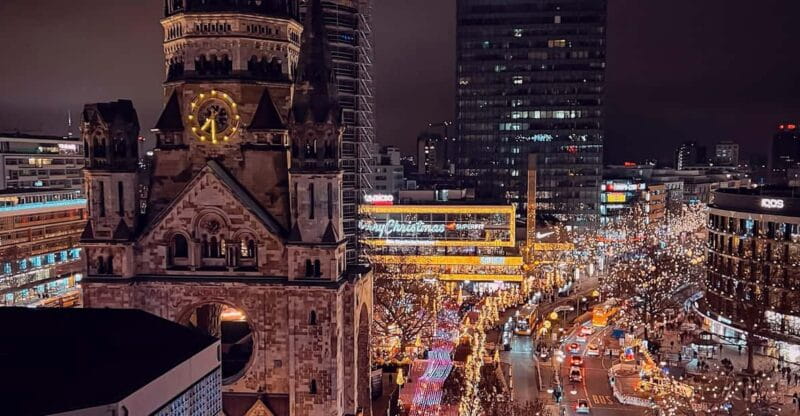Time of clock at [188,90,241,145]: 7:30
